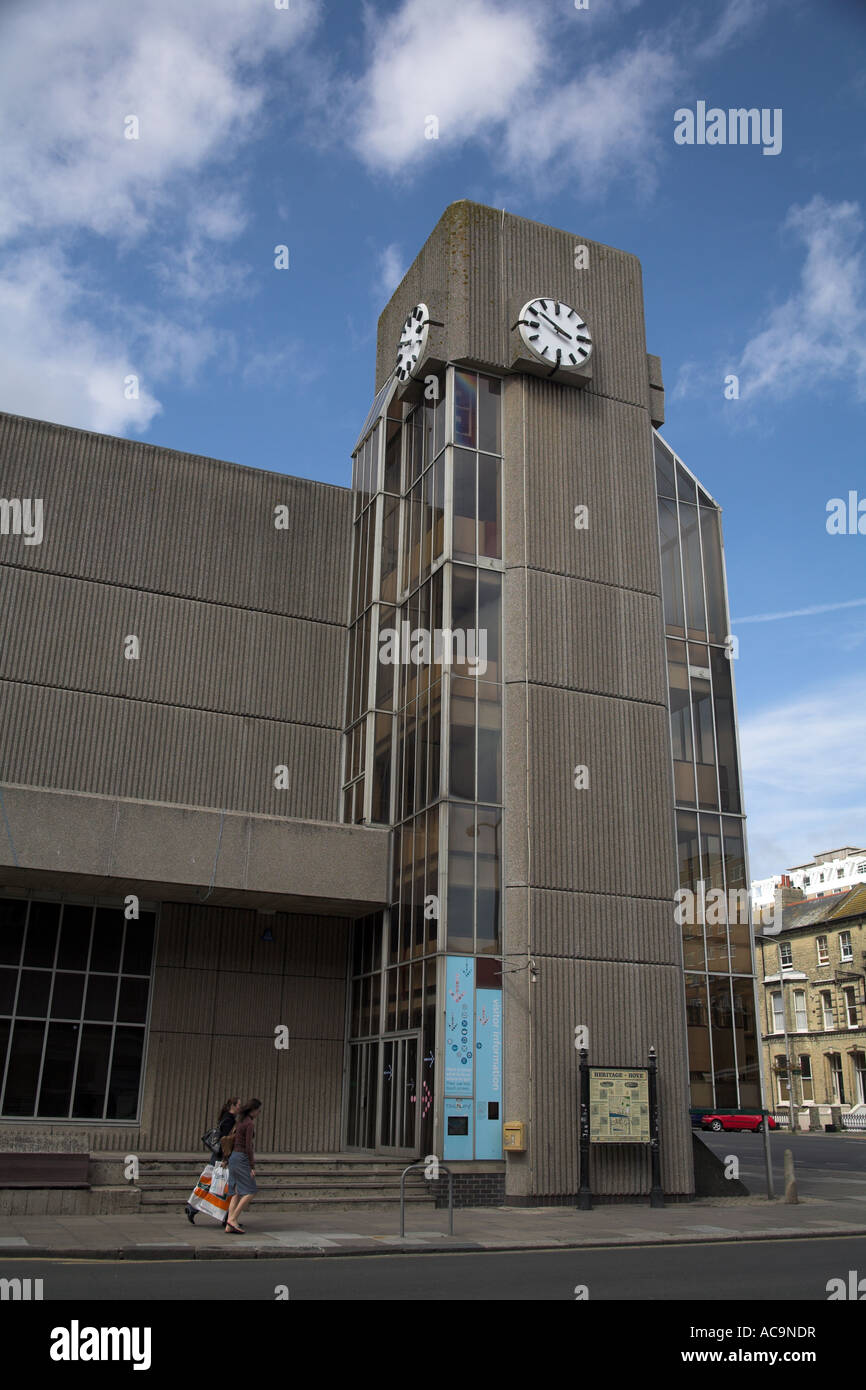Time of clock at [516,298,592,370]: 3:51
